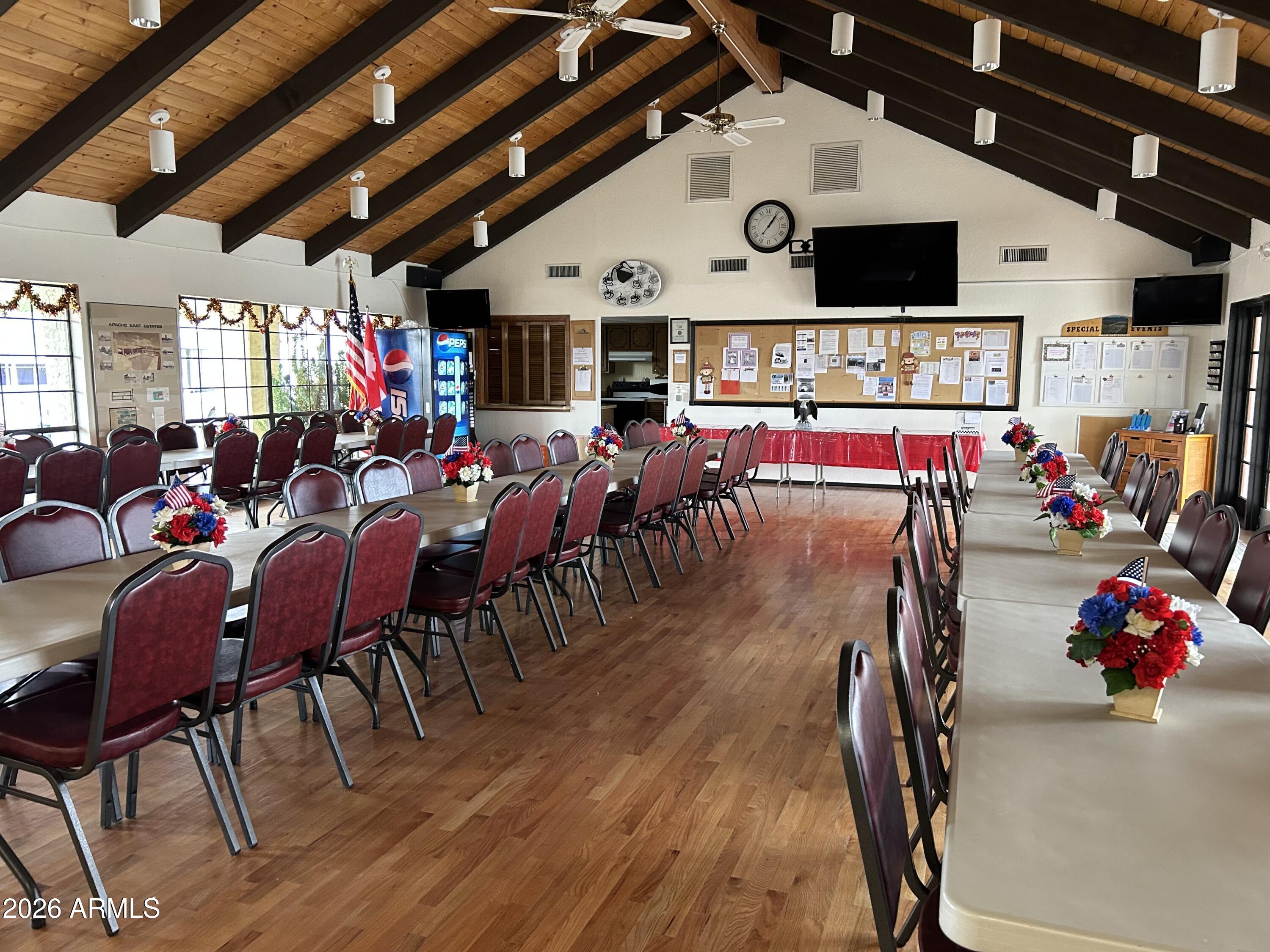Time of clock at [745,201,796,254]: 1:06
